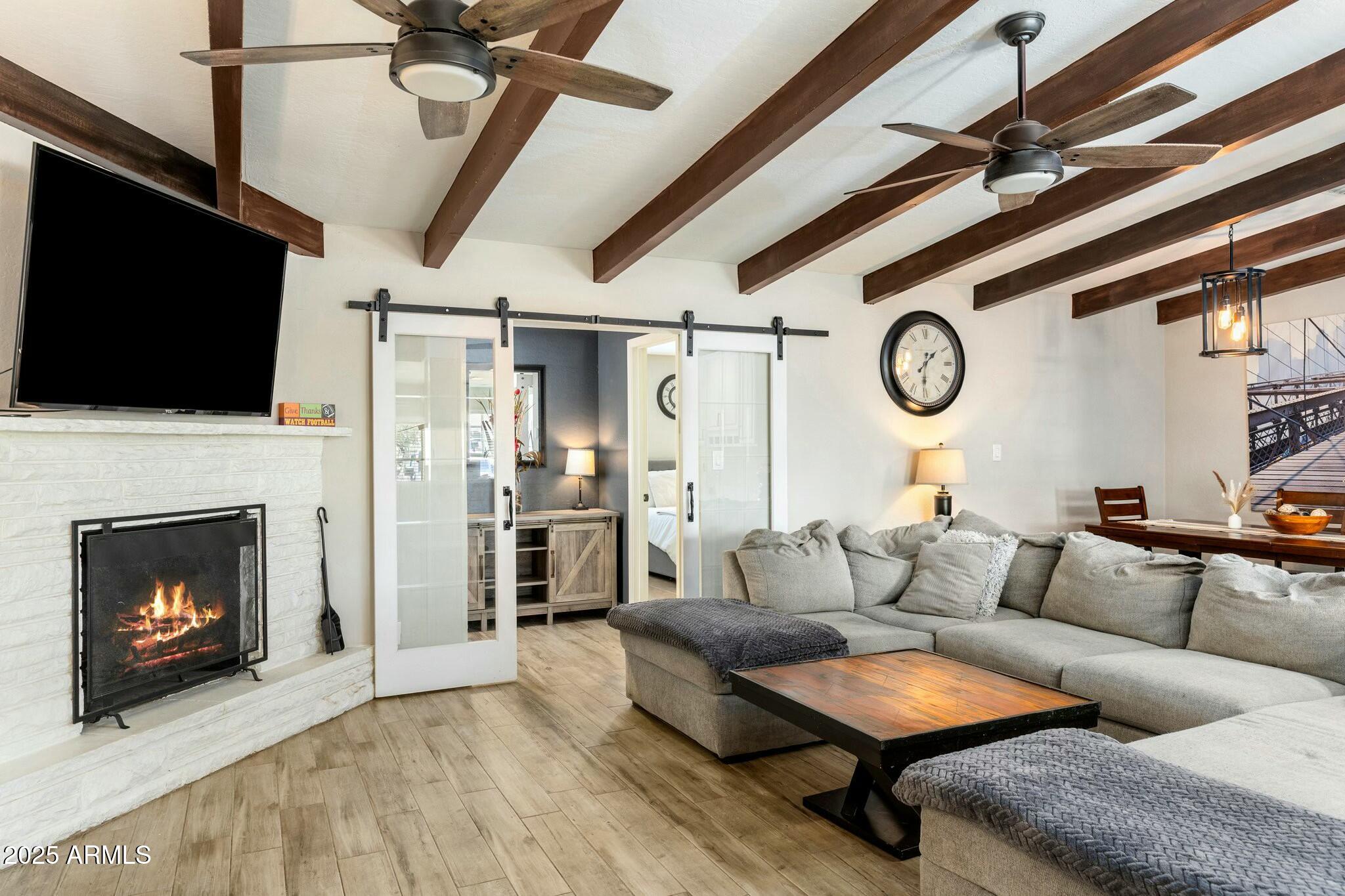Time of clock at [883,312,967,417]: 1:30
